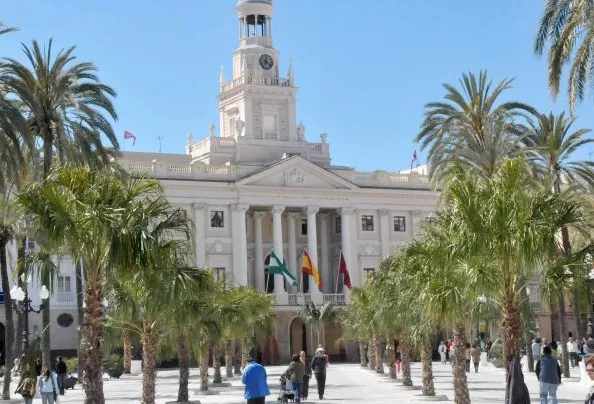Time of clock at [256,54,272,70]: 12:19
